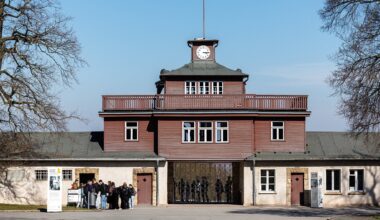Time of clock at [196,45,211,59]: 3:14
